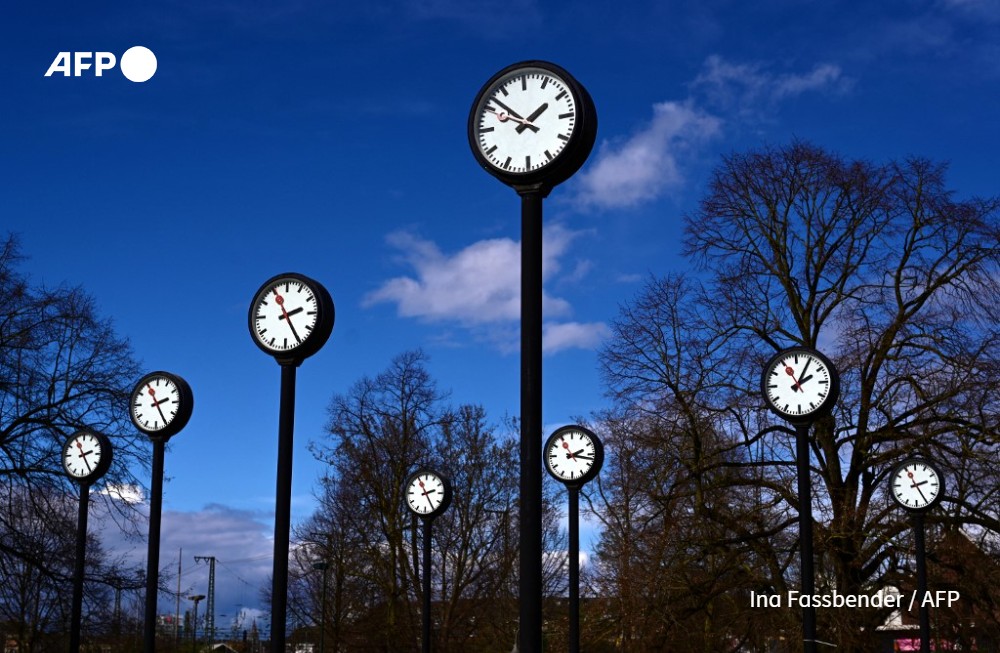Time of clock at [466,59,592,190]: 1:52
